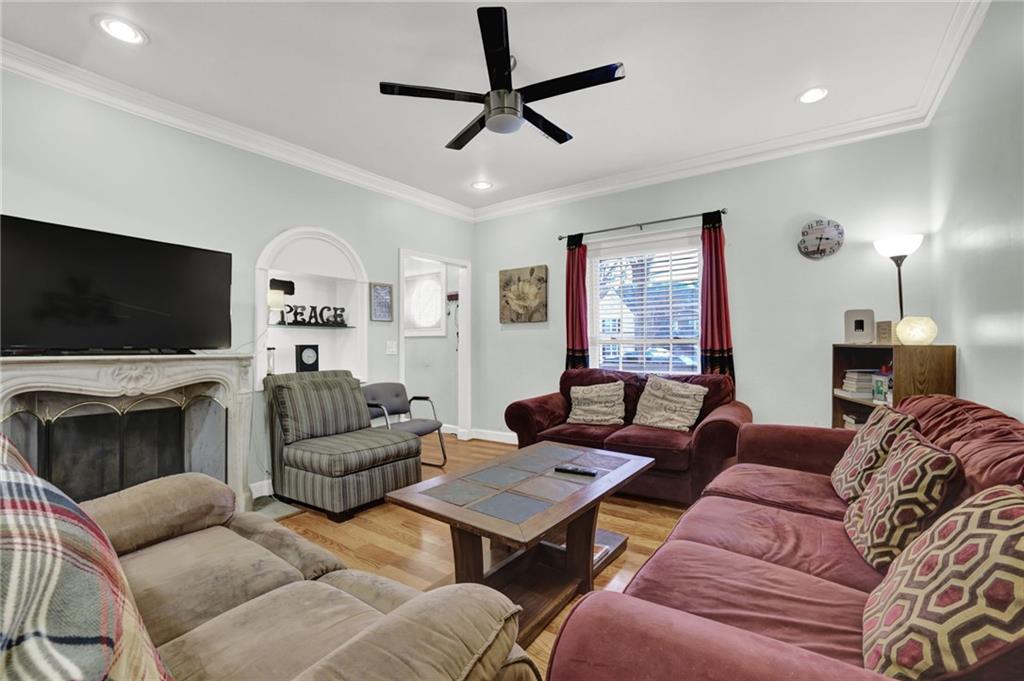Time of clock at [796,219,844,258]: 3:33
